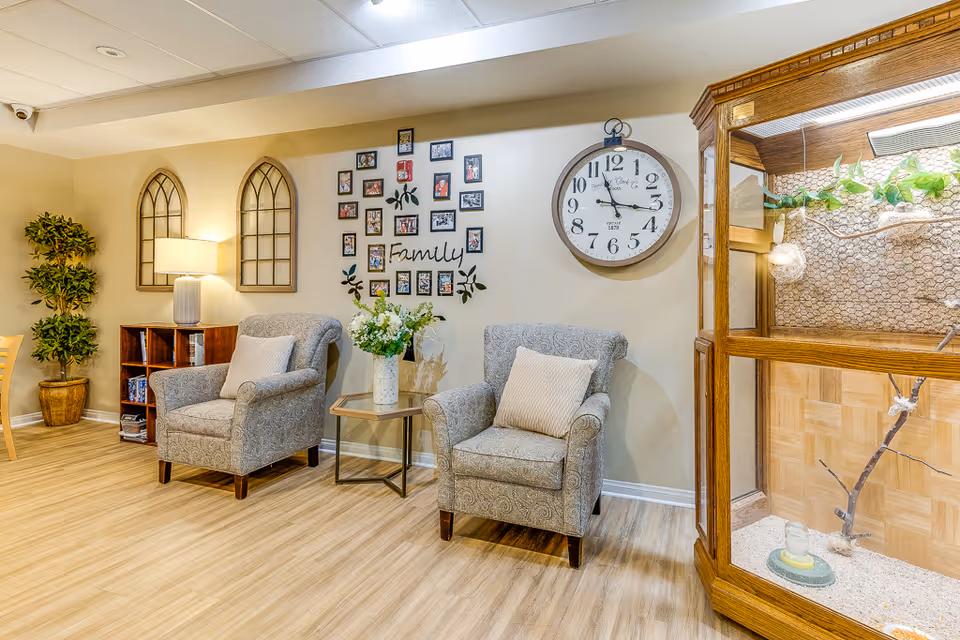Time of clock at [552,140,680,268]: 11:16
